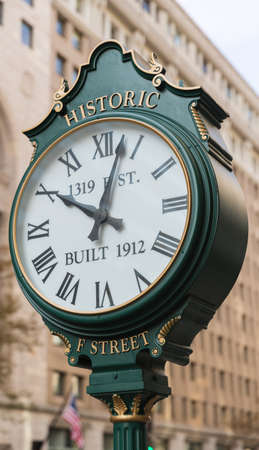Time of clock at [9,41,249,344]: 10:02
